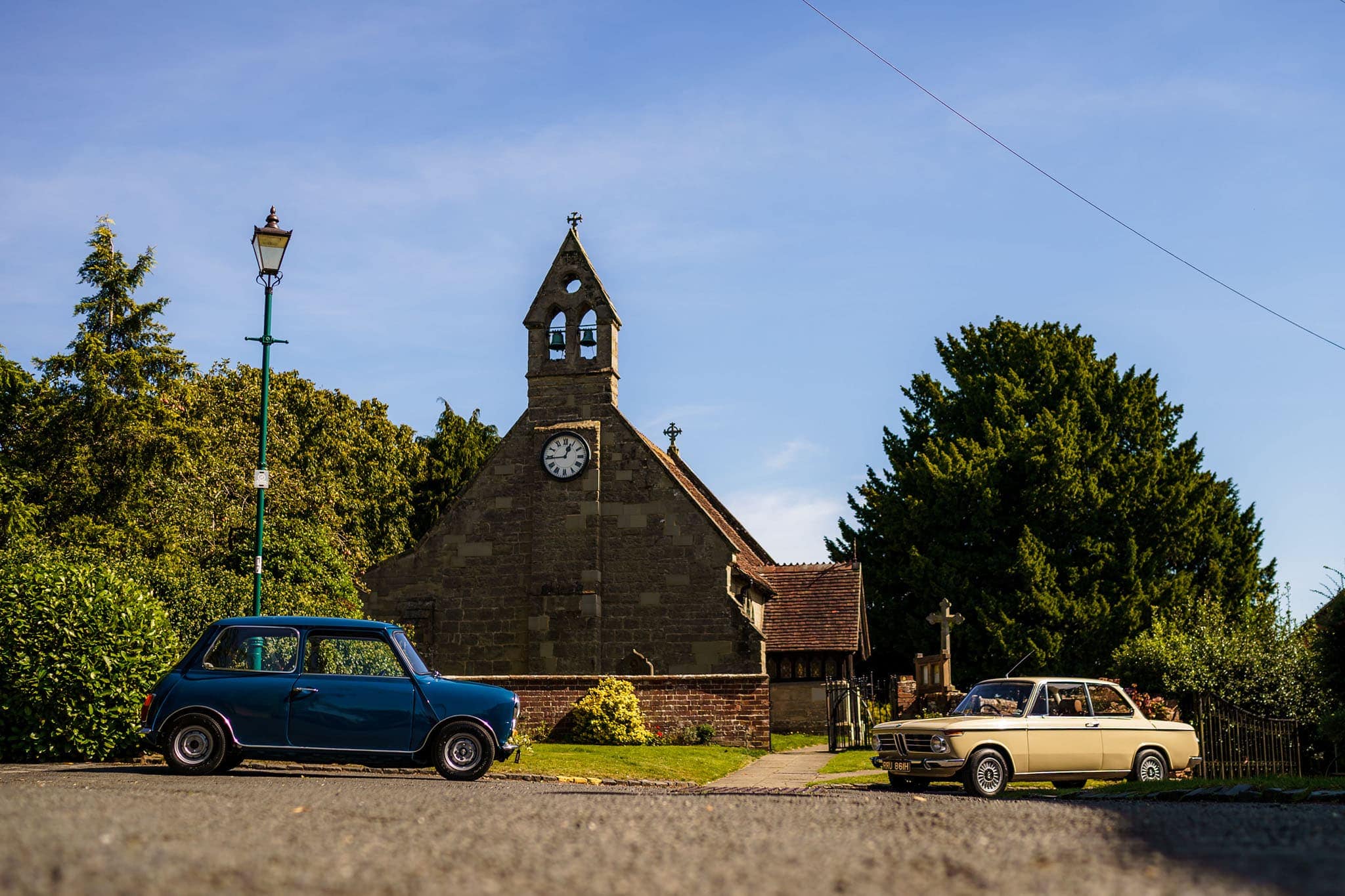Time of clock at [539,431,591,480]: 12:44
